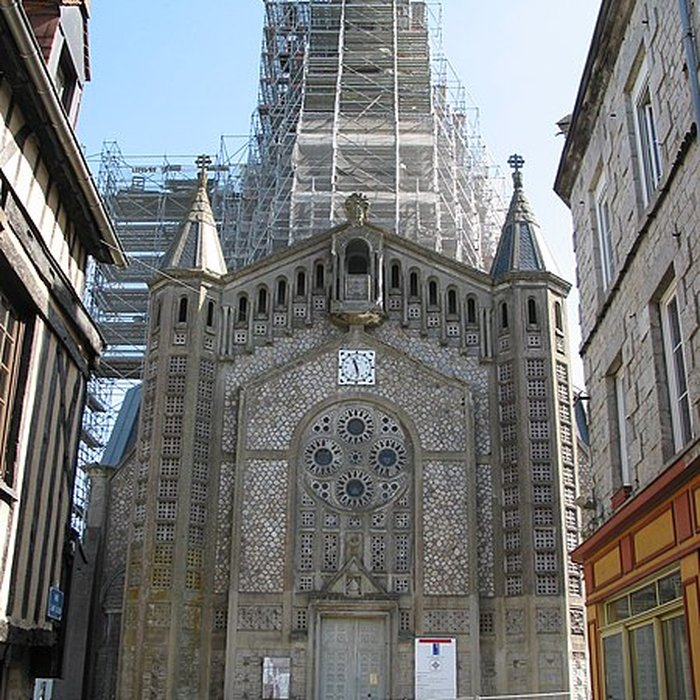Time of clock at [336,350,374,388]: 11:28
